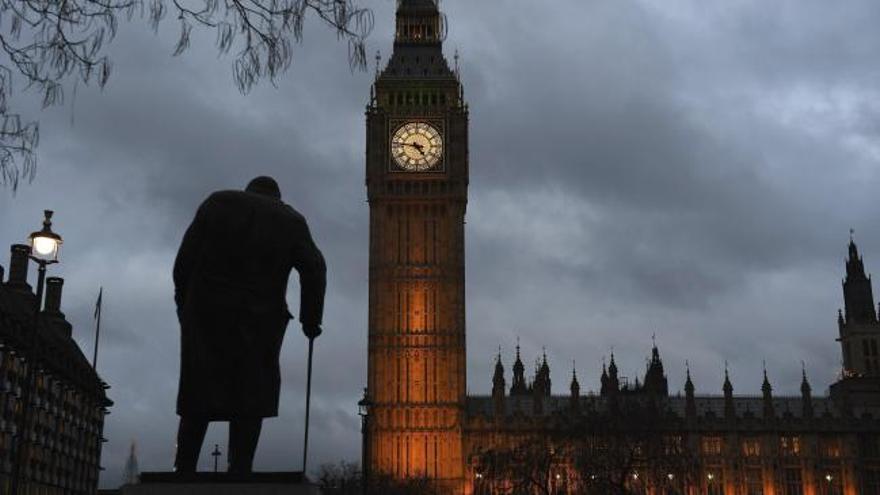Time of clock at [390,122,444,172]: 4:46
